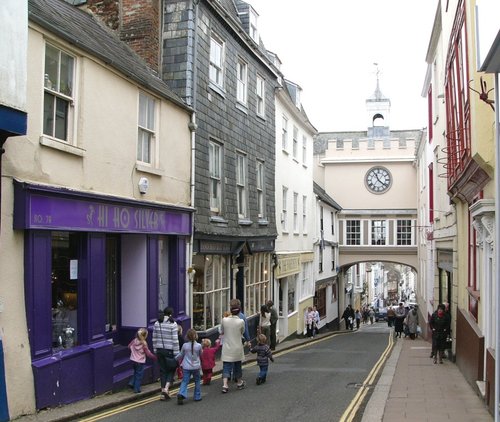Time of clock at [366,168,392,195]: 11:21
